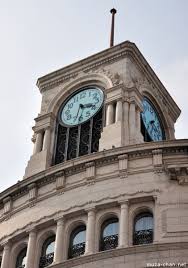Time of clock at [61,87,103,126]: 3:32
